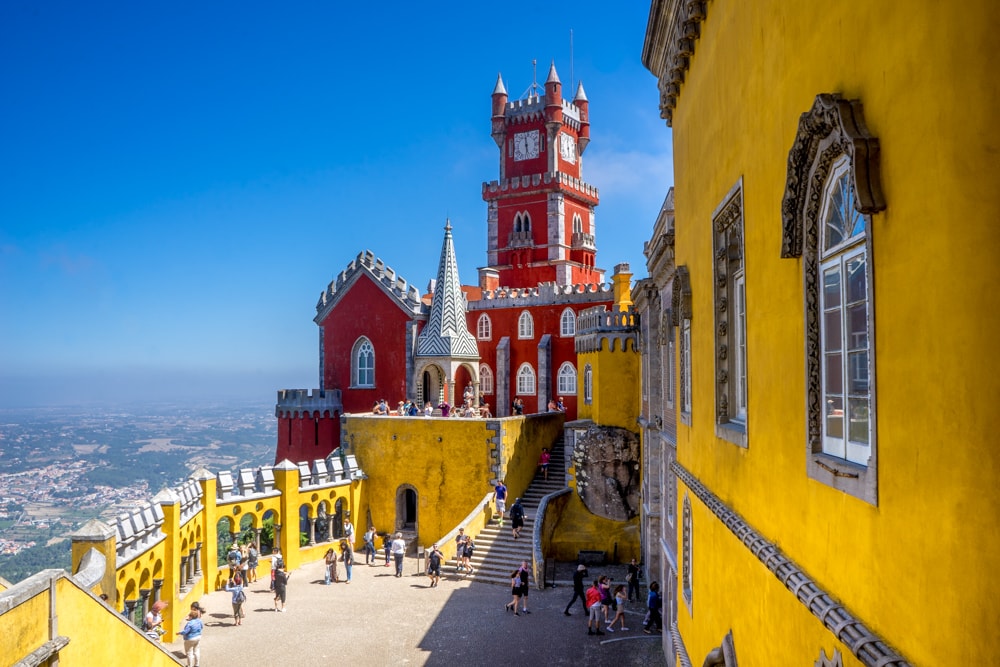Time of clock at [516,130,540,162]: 5:59
